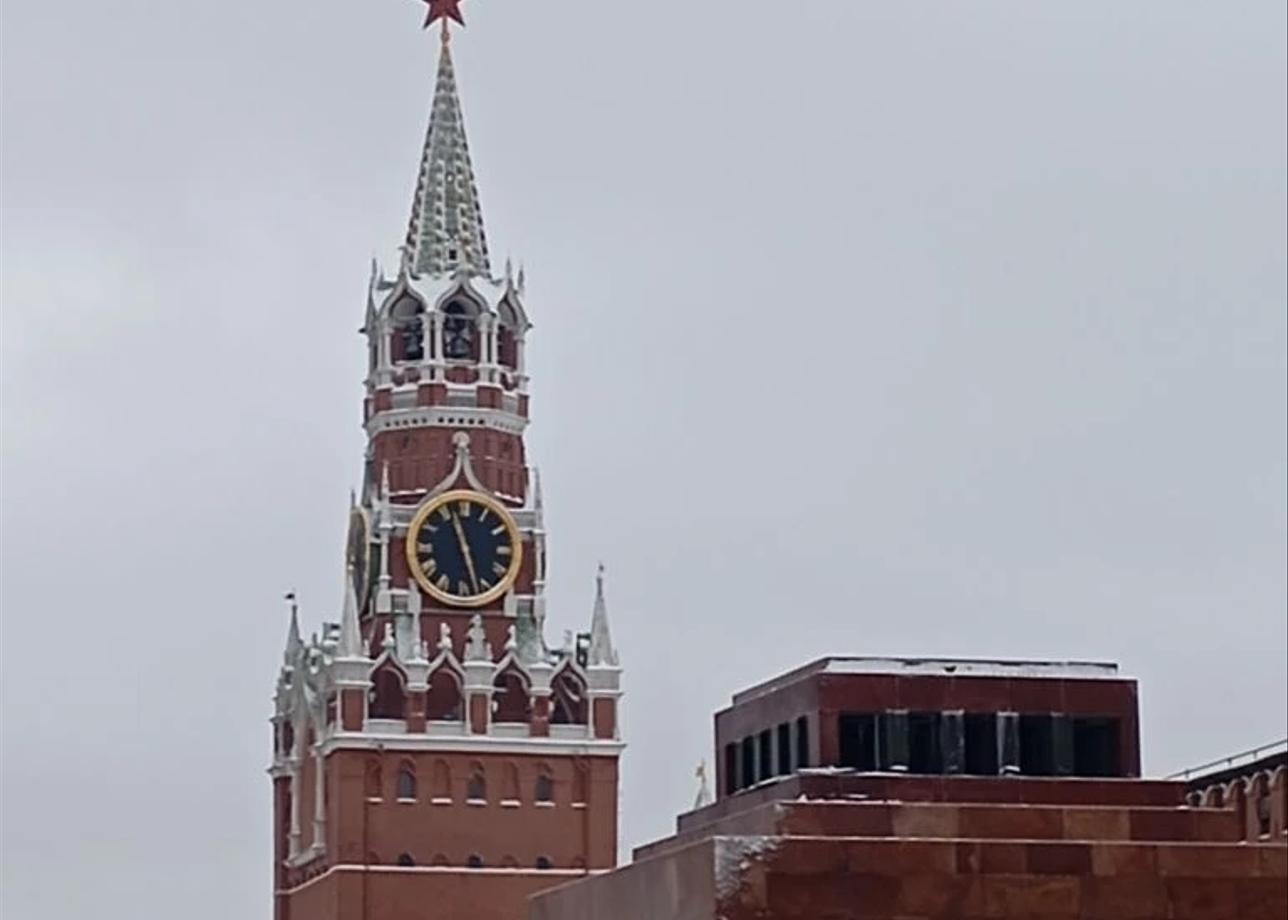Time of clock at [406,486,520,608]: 11:27
